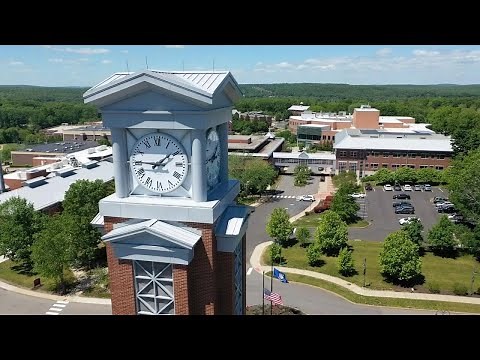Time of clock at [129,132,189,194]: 1:45
